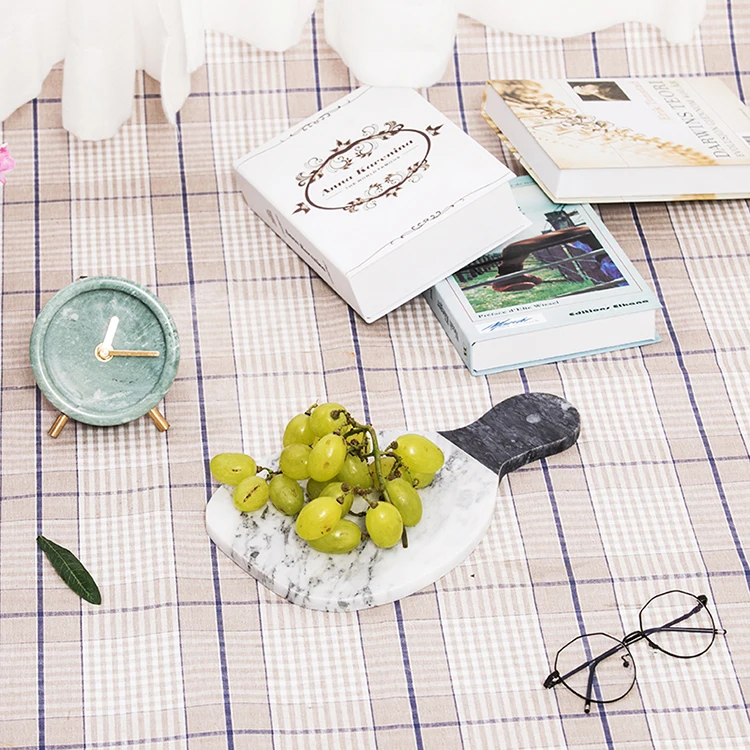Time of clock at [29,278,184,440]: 12:14
